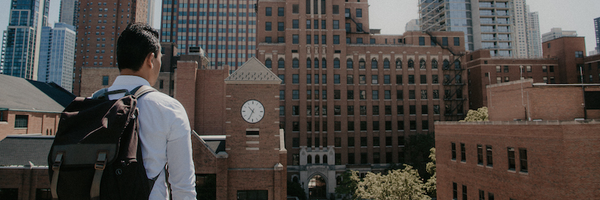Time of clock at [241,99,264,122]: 10:34
